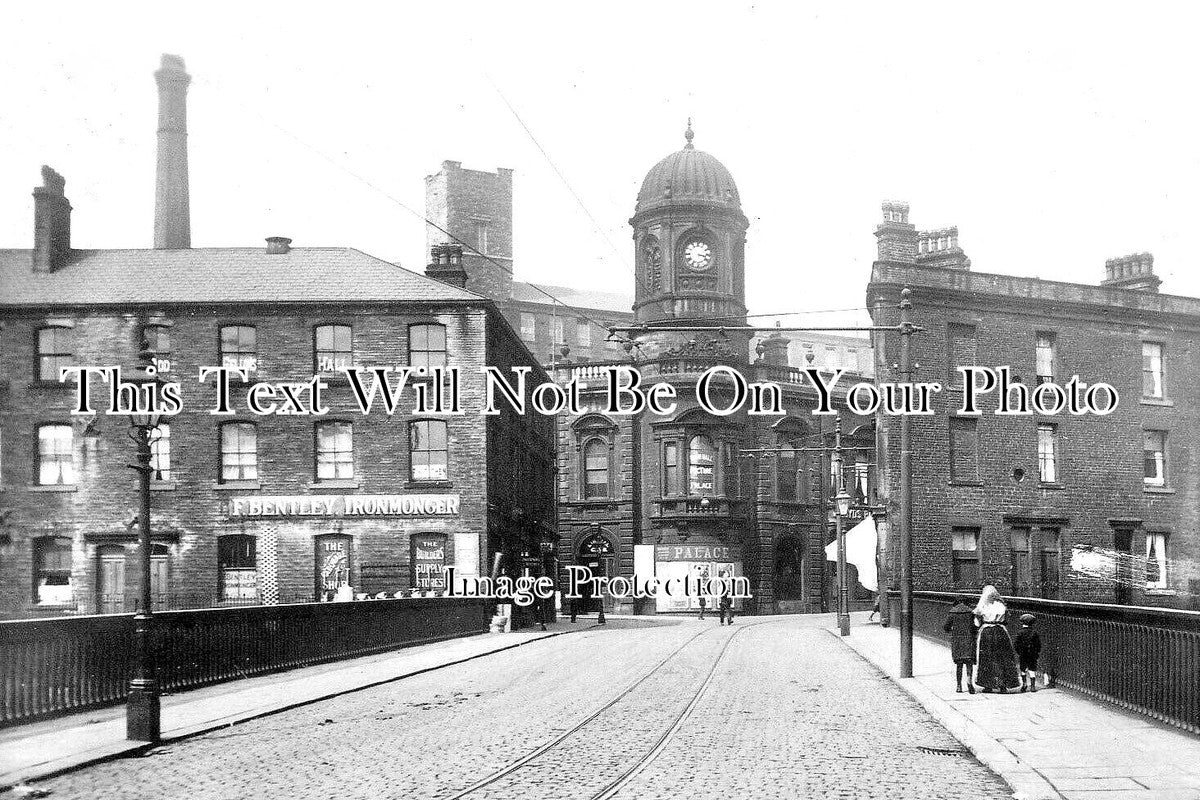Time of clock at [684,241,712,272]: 3:17
